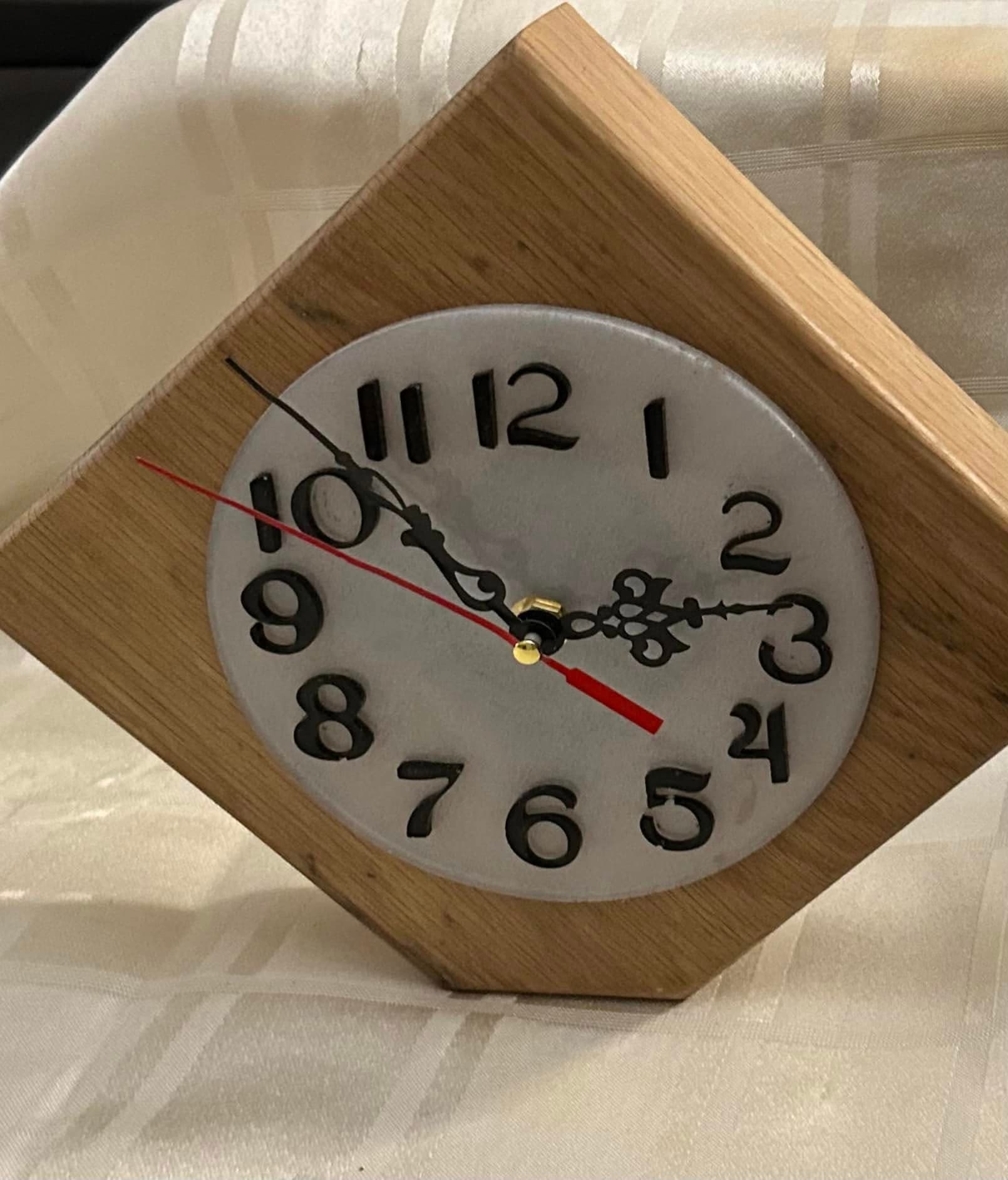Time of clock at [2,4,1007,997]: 2:52
